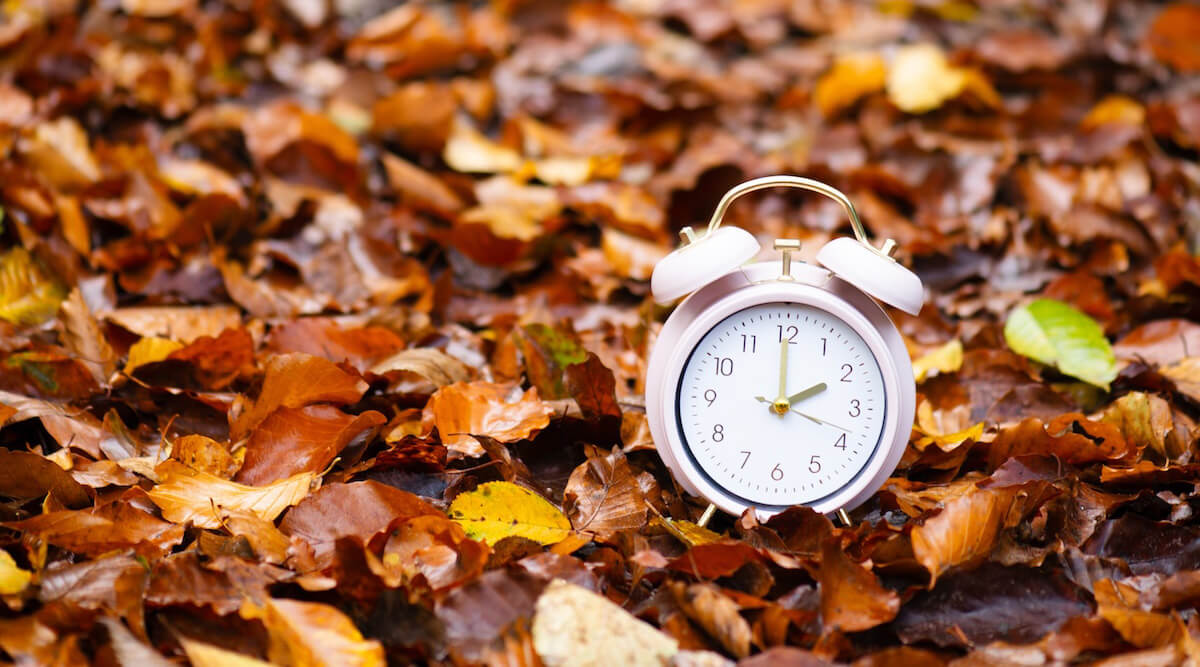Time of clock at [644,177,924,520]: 2:00
